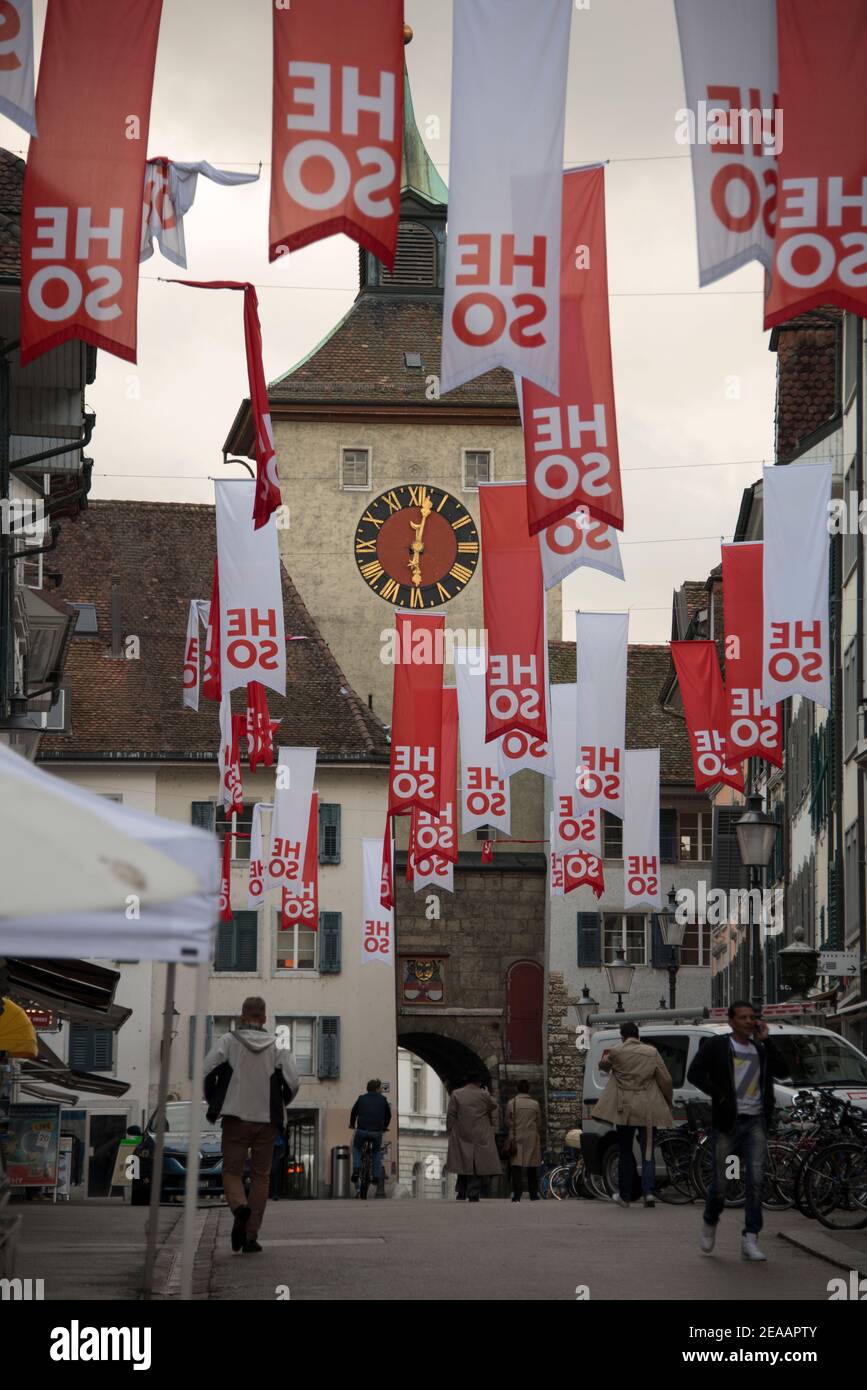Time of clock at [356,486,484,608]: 6:02
